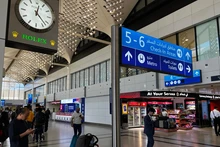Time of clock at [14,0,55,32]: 12:22
